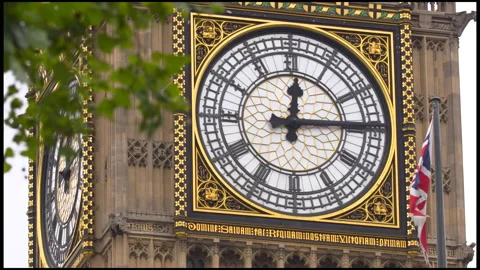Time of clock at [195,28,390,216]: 12:14
